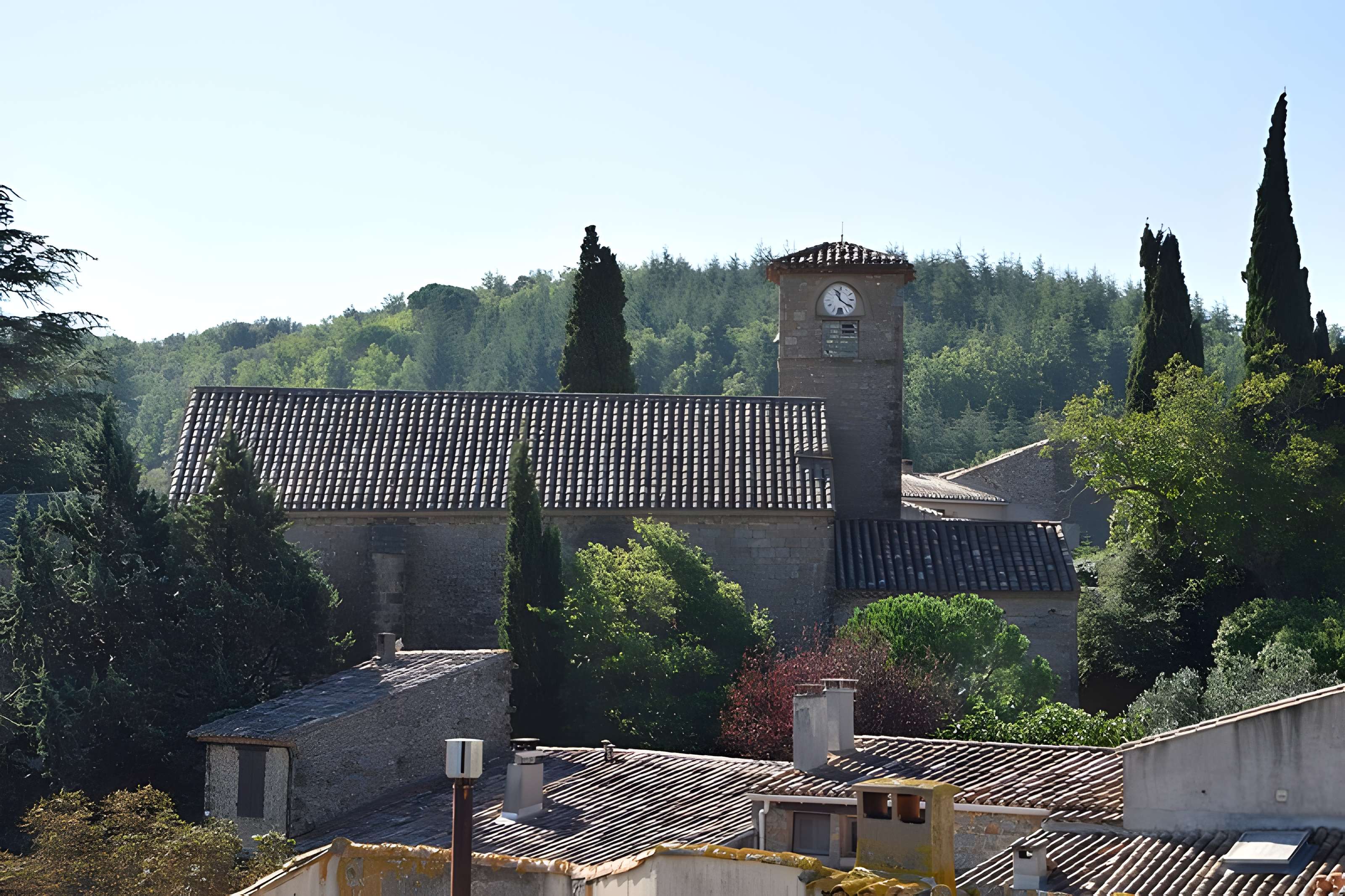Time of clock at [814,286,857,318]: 11:20
